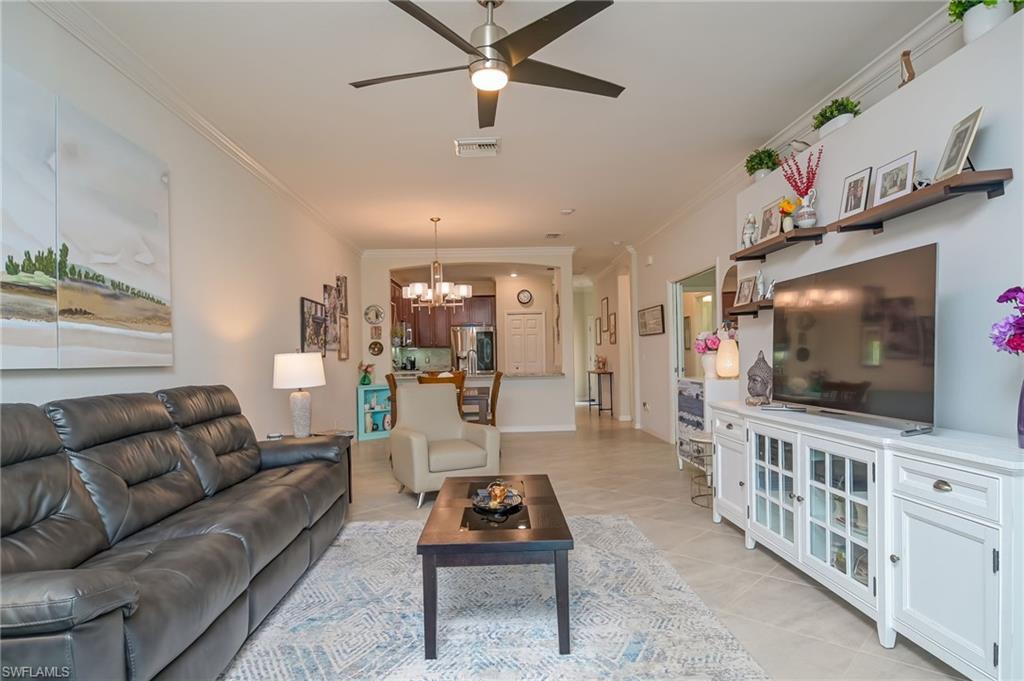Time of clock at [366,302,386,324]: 5:30
